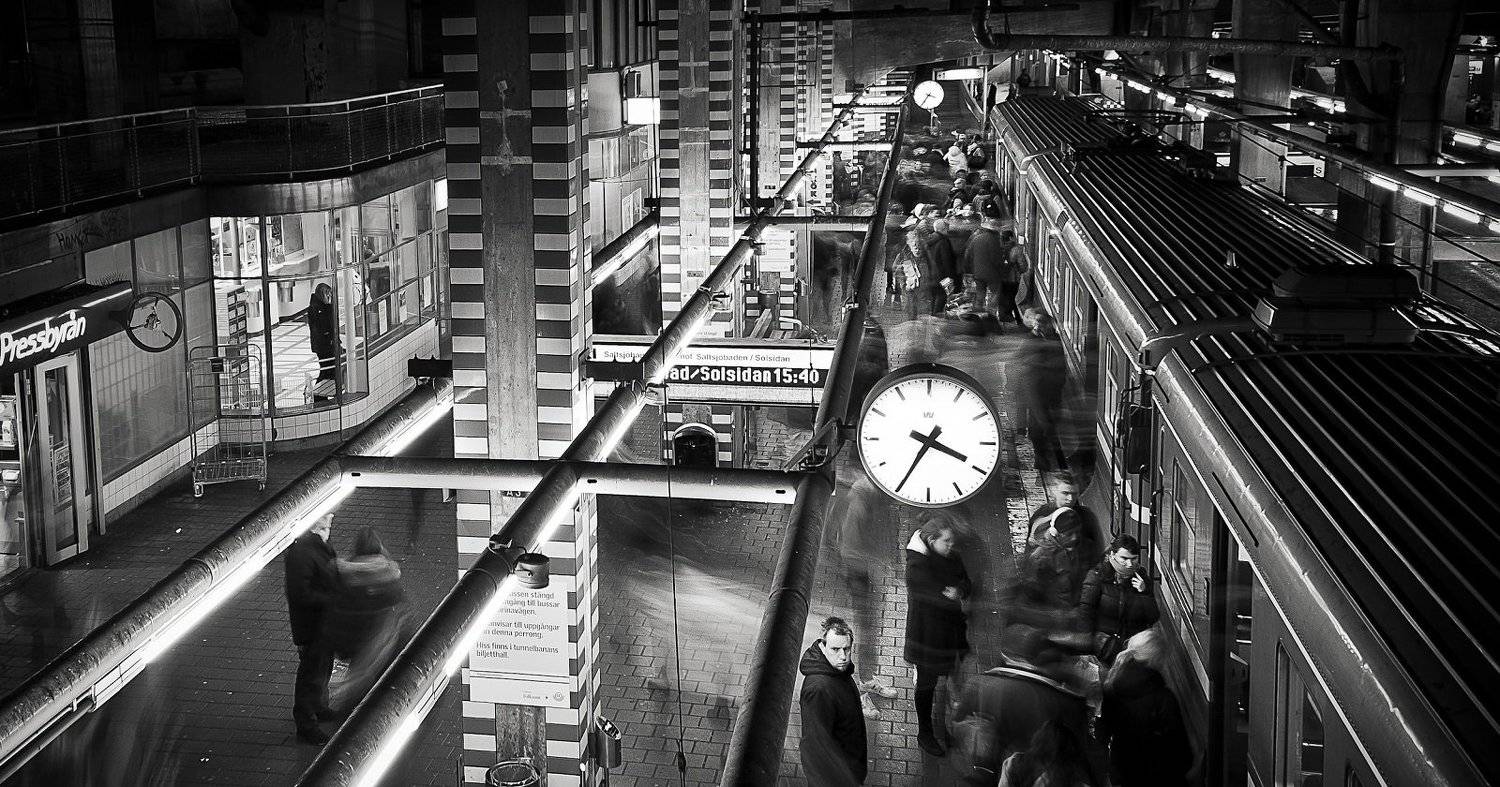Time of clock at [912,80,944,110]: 3:34
